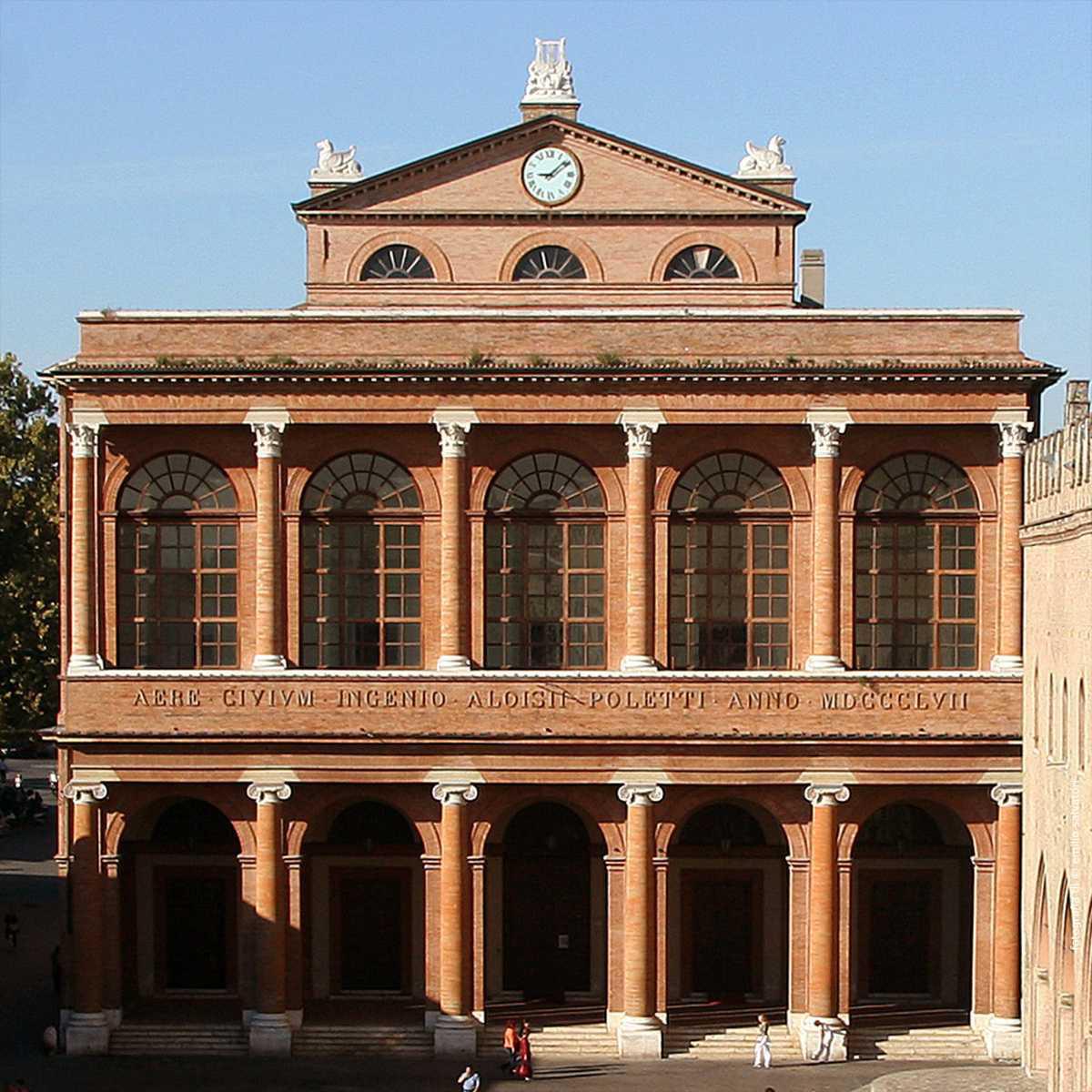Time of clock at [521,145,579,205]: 9:08
